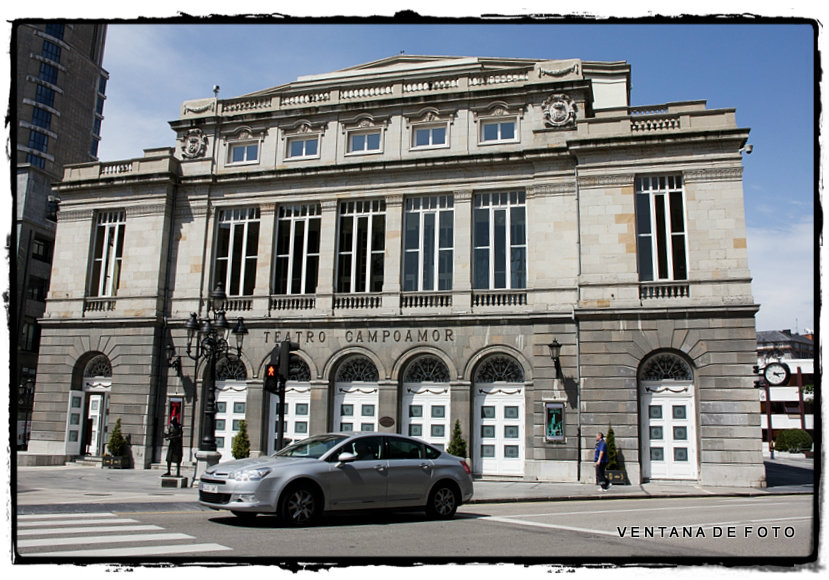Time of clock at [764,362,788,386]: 4:14
